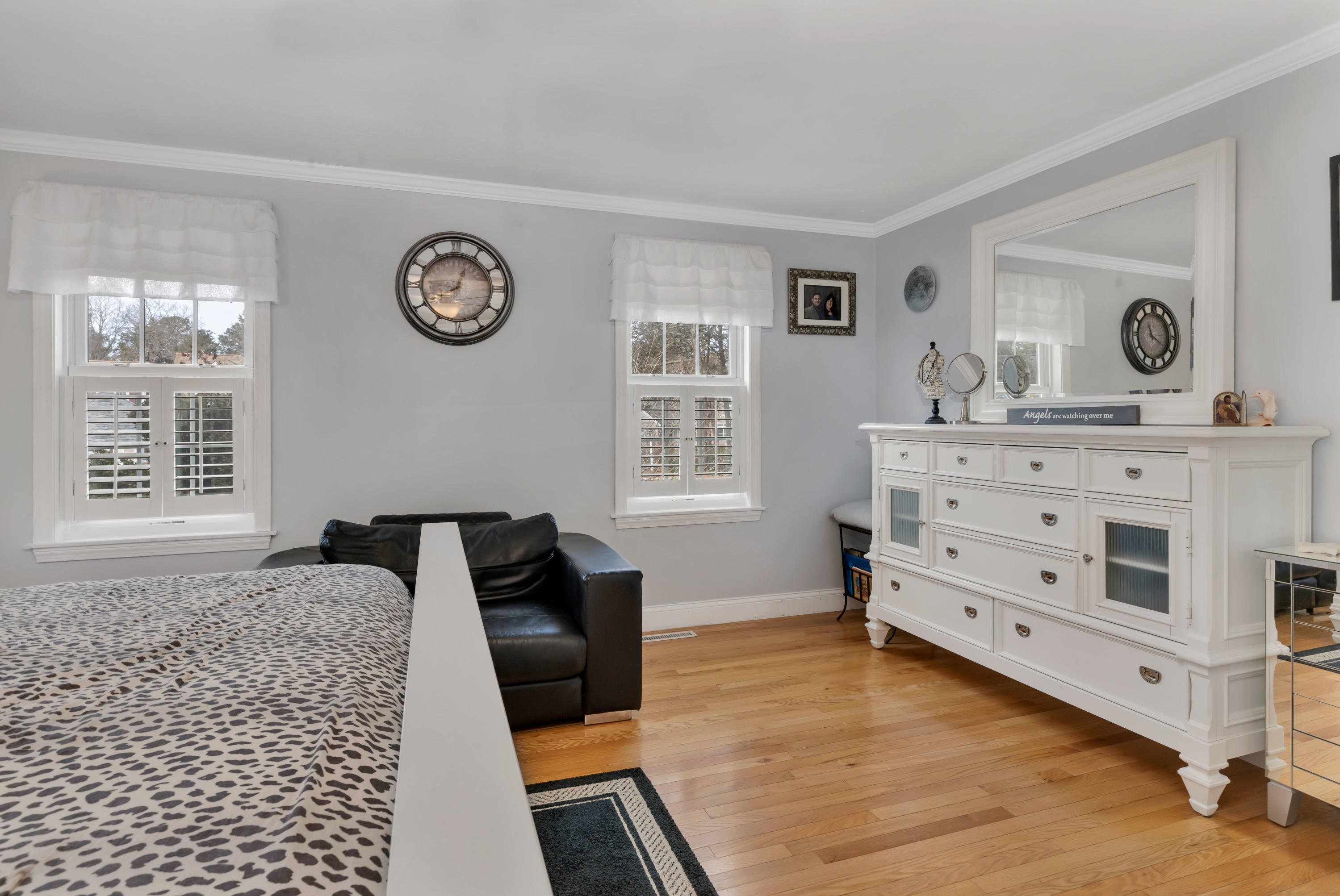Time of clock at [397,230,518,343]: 8:04
